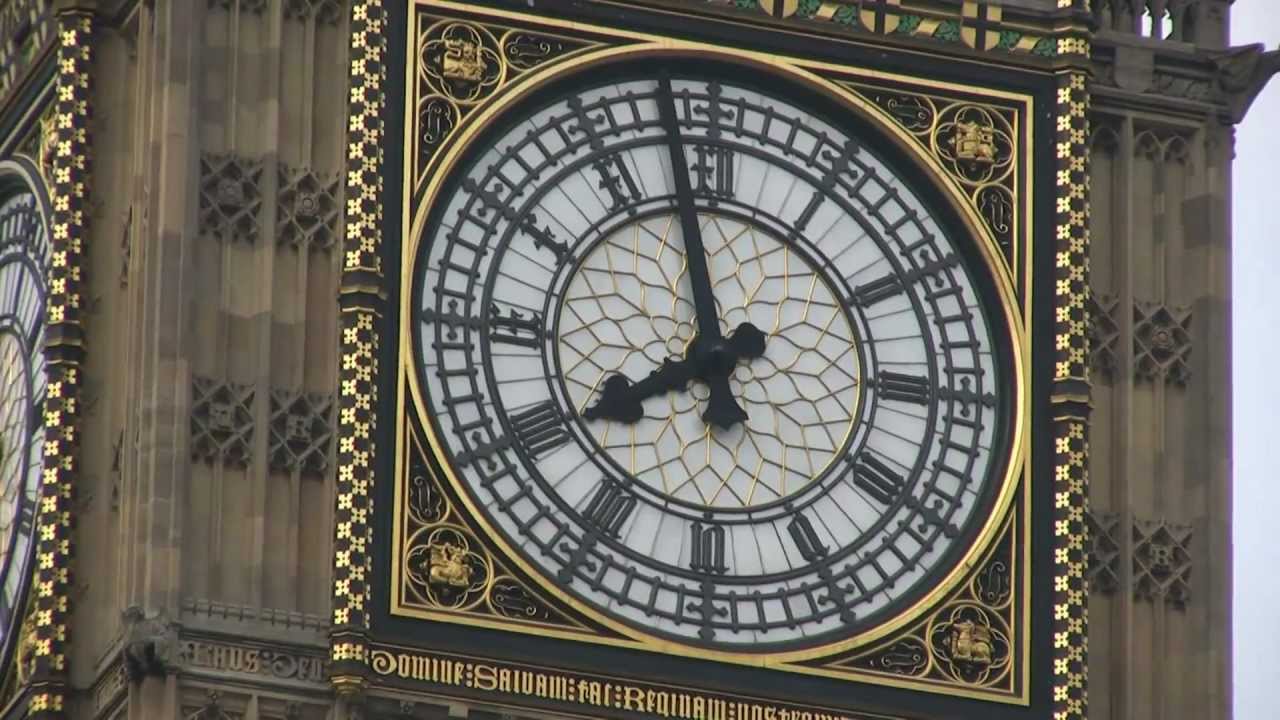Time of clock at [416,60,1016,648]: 7:57
